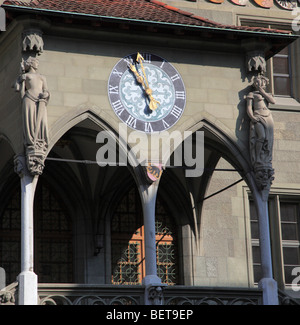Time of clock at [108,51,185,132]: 5:54
